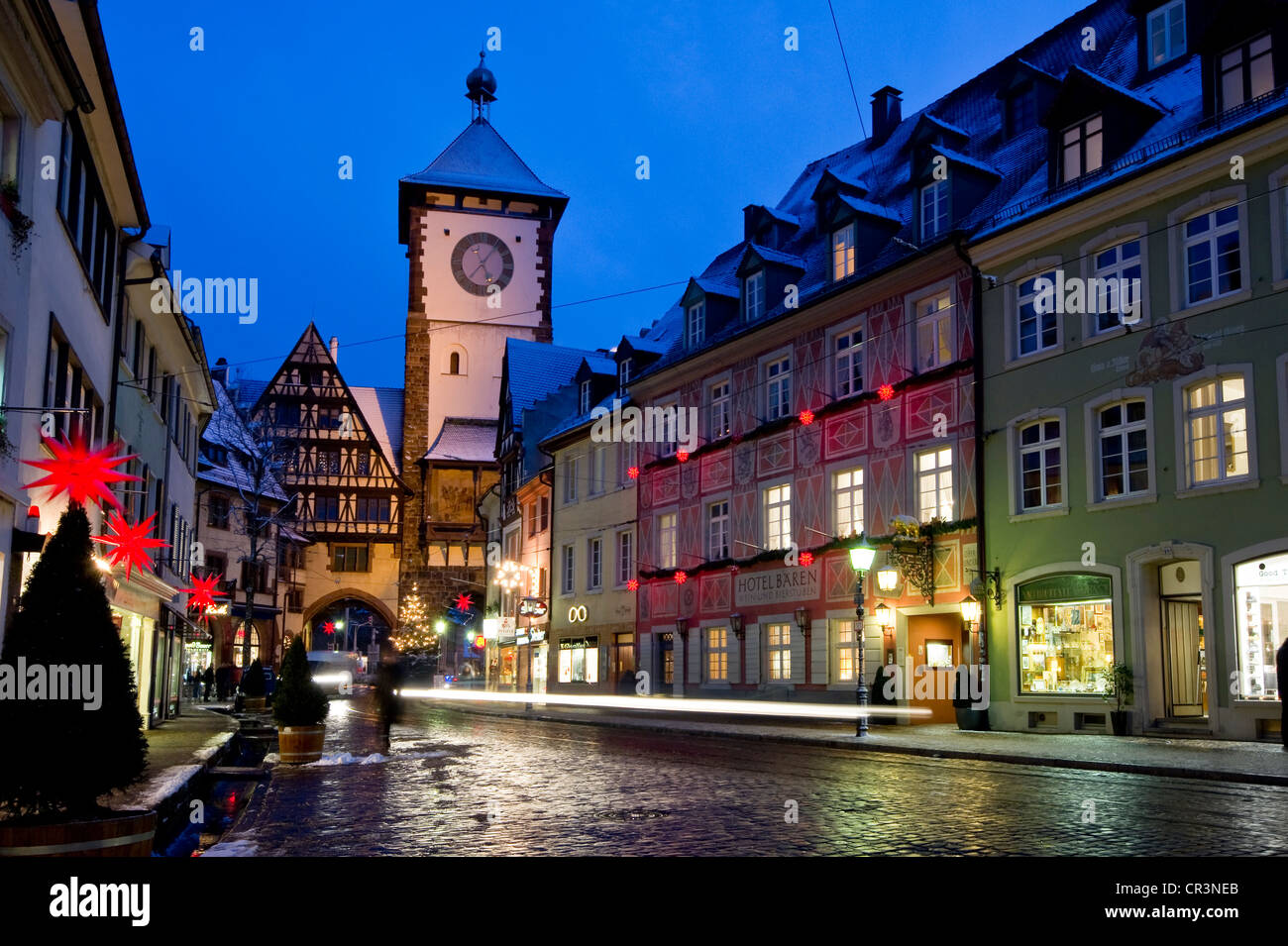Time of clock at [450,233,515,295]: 5:06
